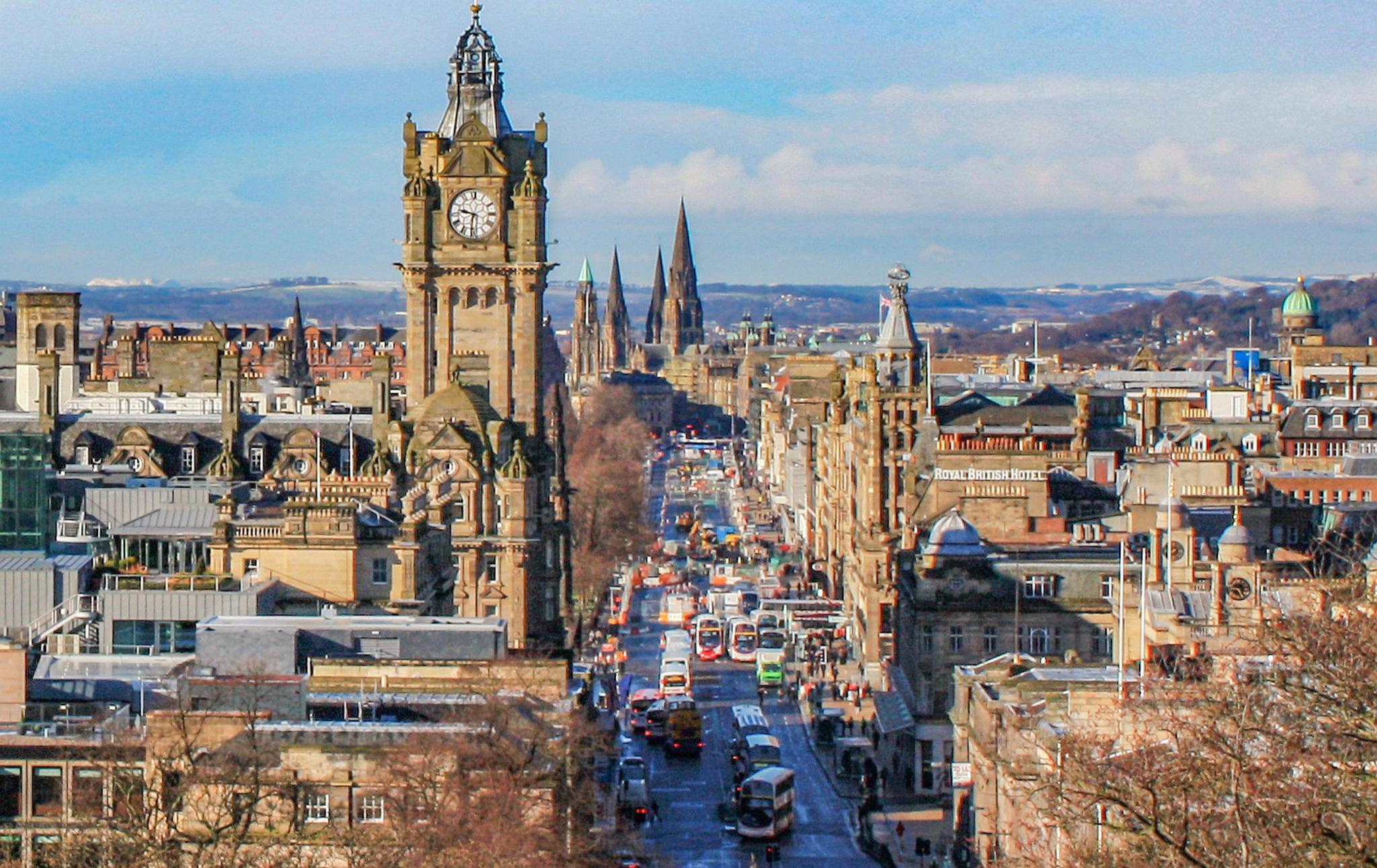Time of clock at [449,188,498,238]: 9:31
